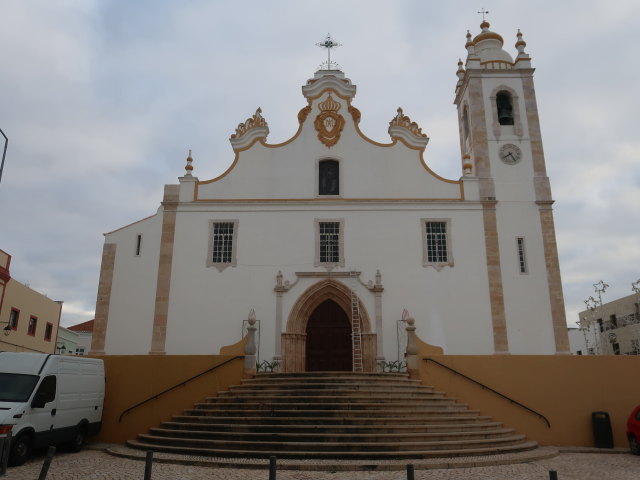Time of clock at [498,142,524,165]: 7:24
